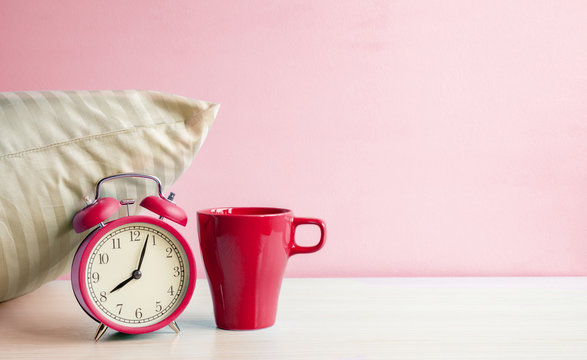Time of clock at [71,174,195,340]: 8:03
